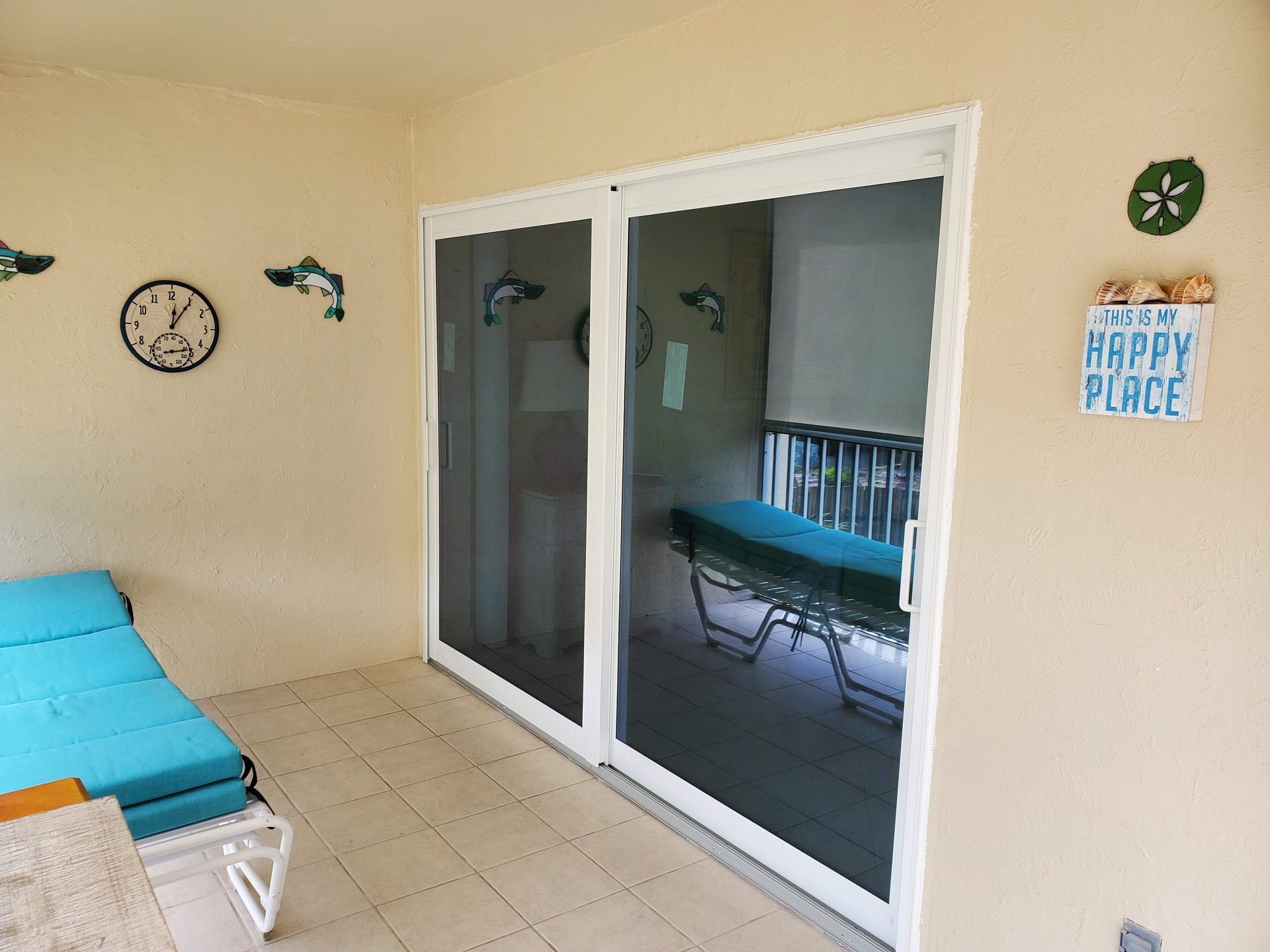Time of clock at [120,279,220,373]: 12:05
